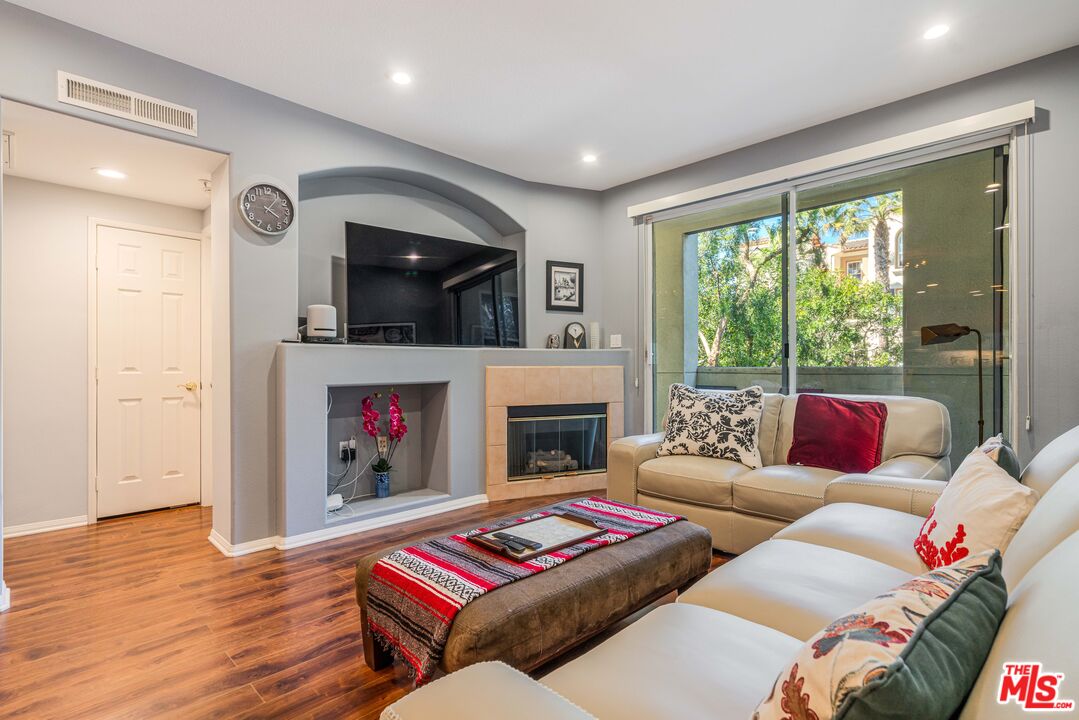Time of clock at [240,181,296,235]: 4:06
